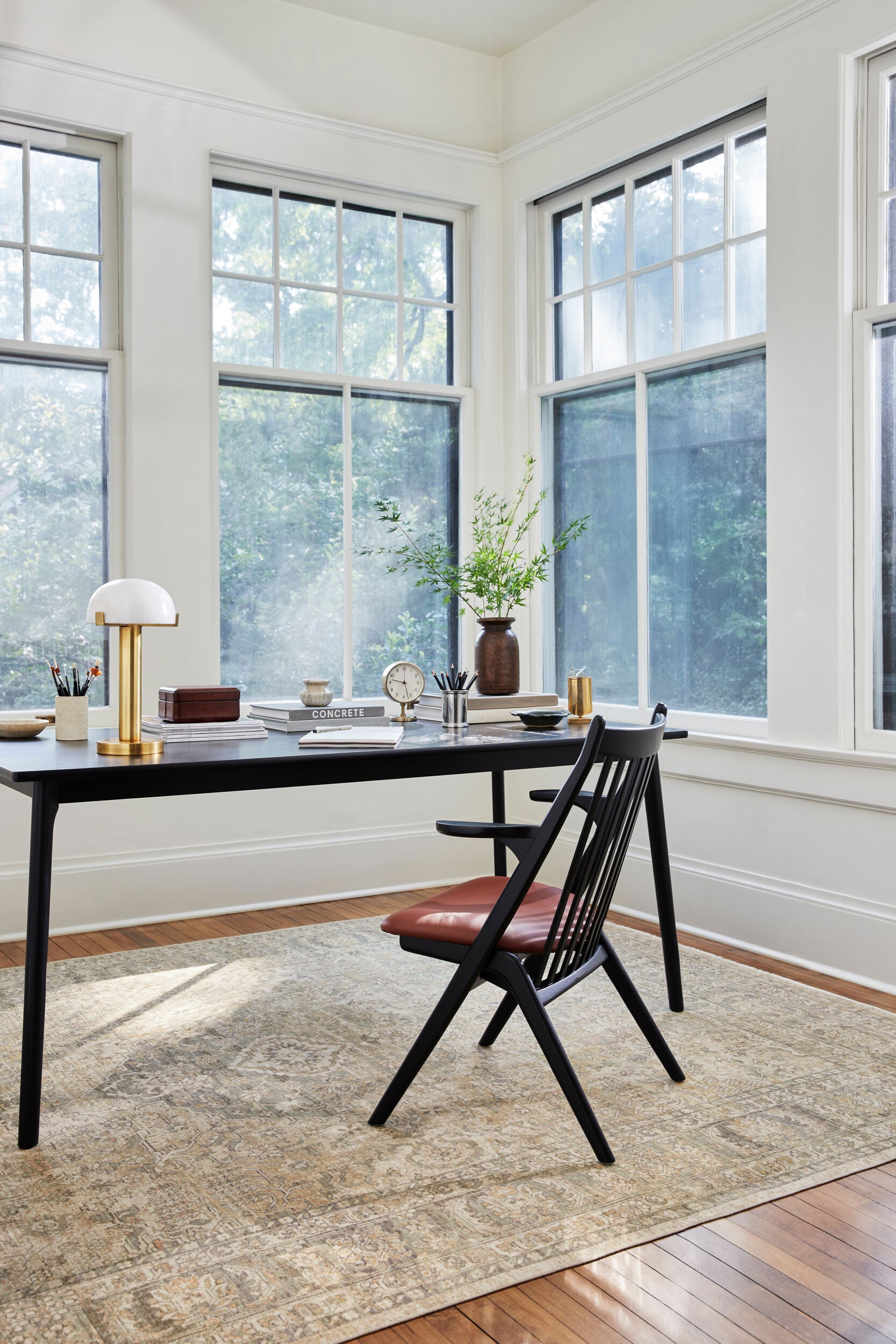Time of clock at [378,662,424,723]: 9:27
